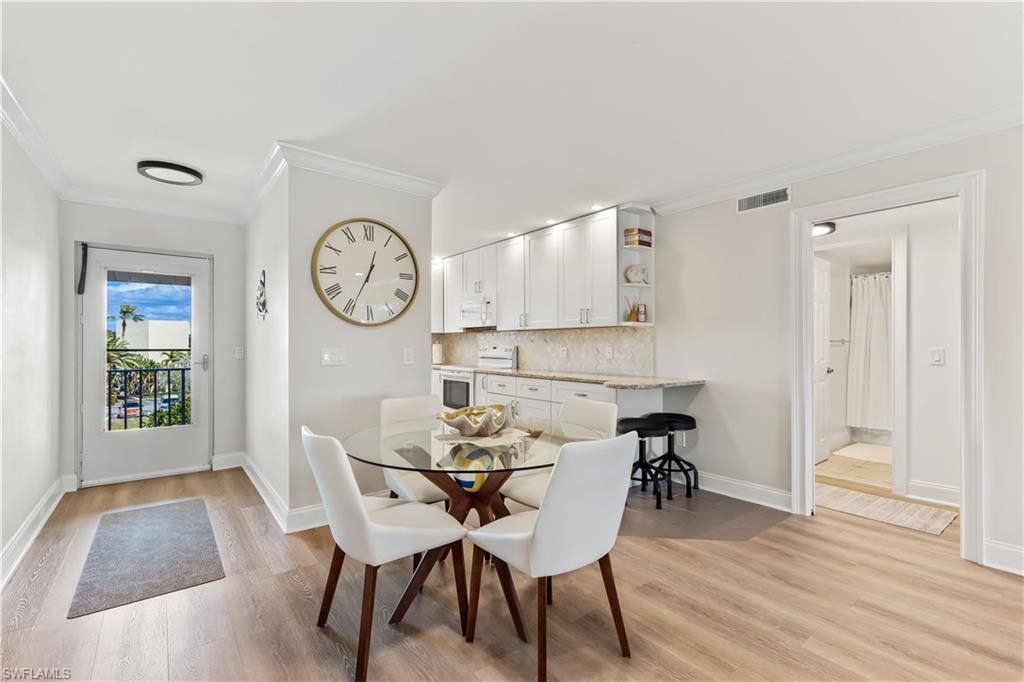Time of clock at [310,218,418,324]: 12:34
